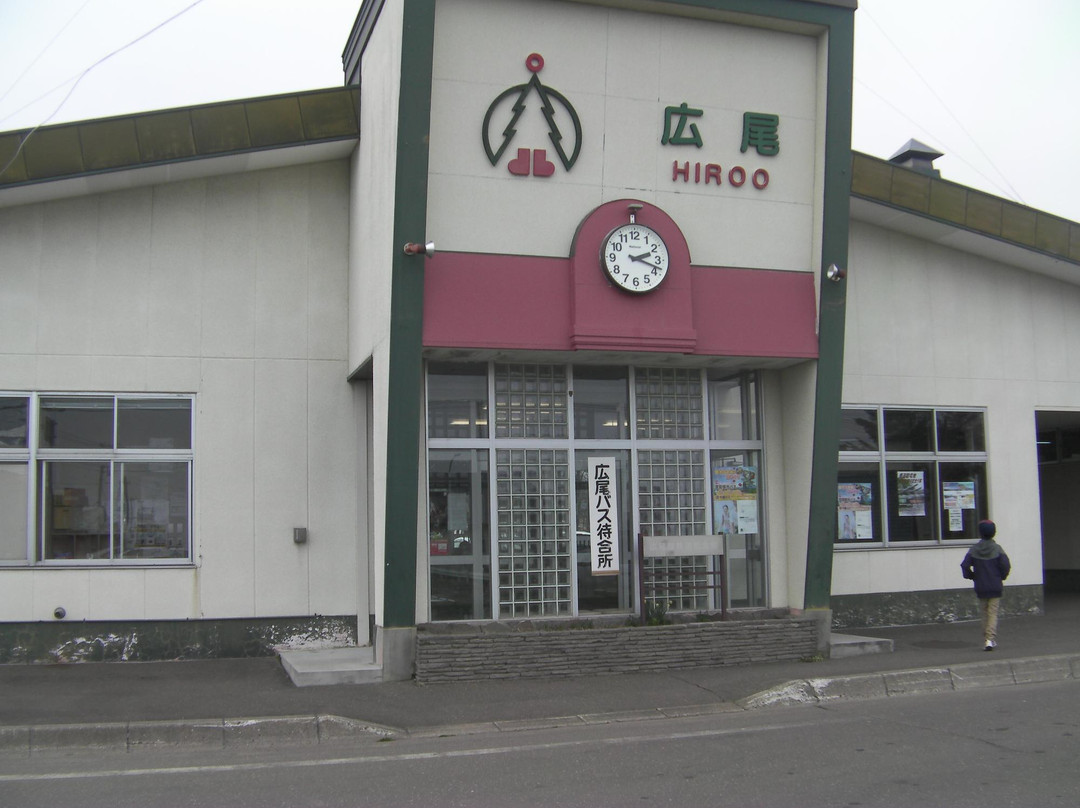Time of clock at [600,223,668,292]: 2:18
